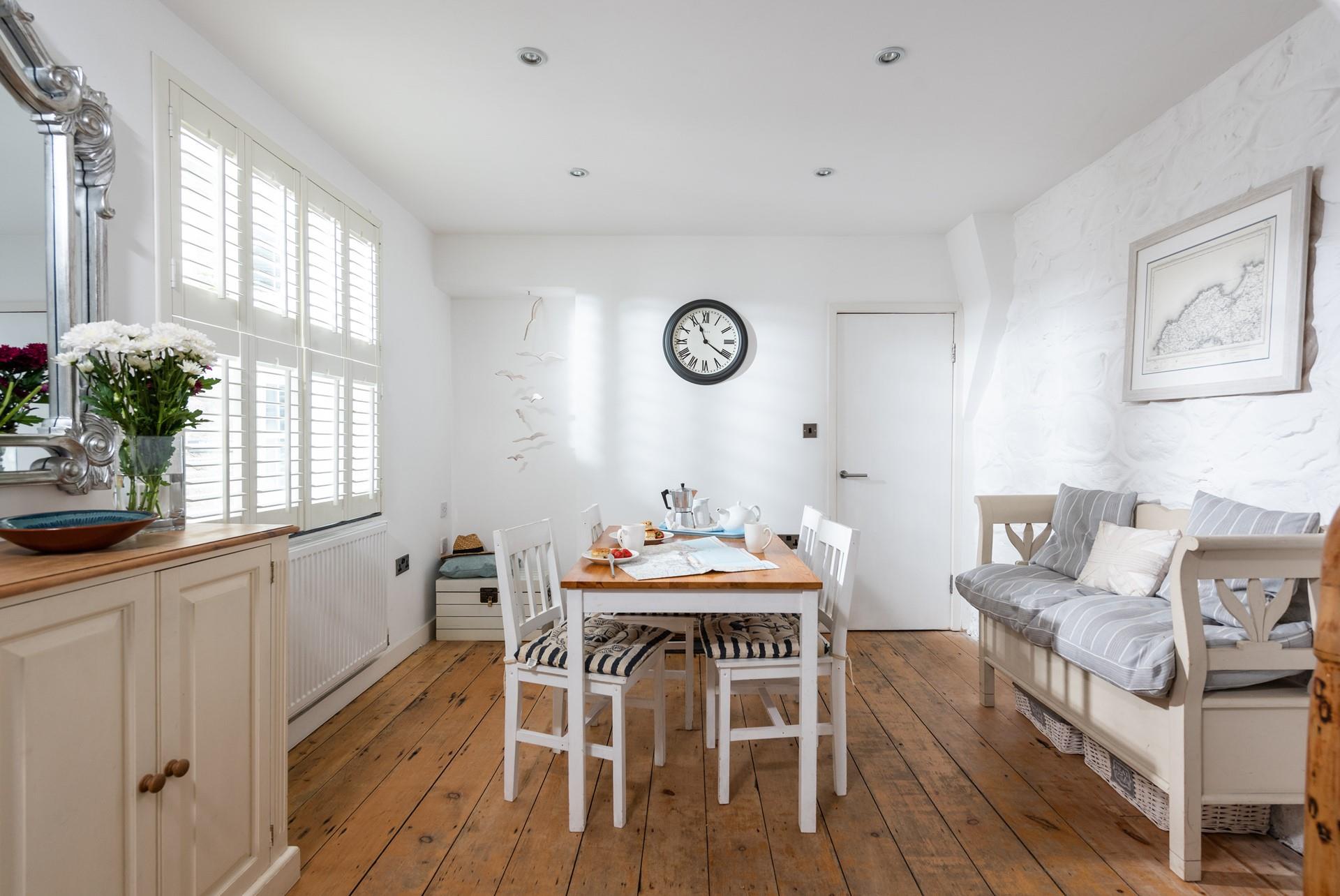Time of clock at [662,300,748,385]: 11:21
